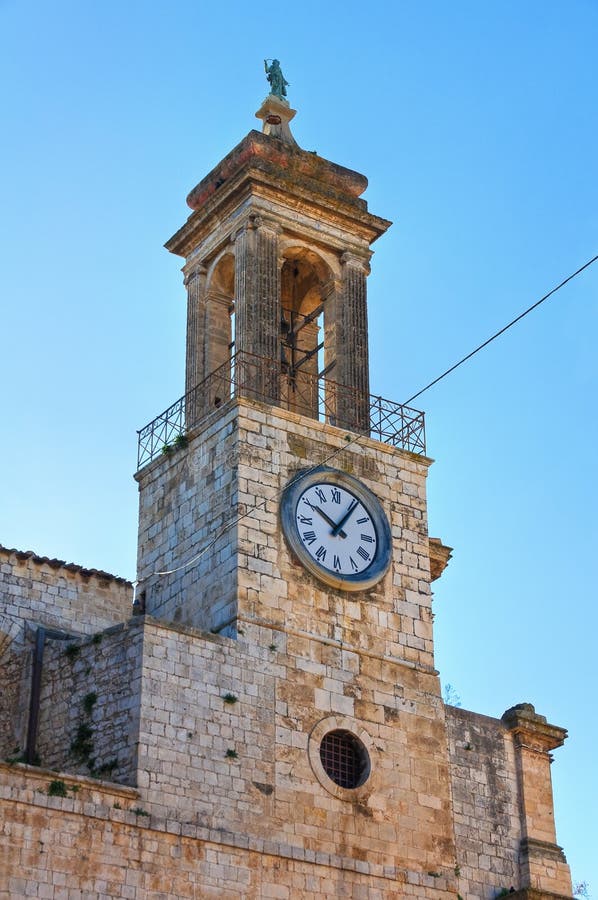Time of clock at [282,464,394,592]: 10:06
